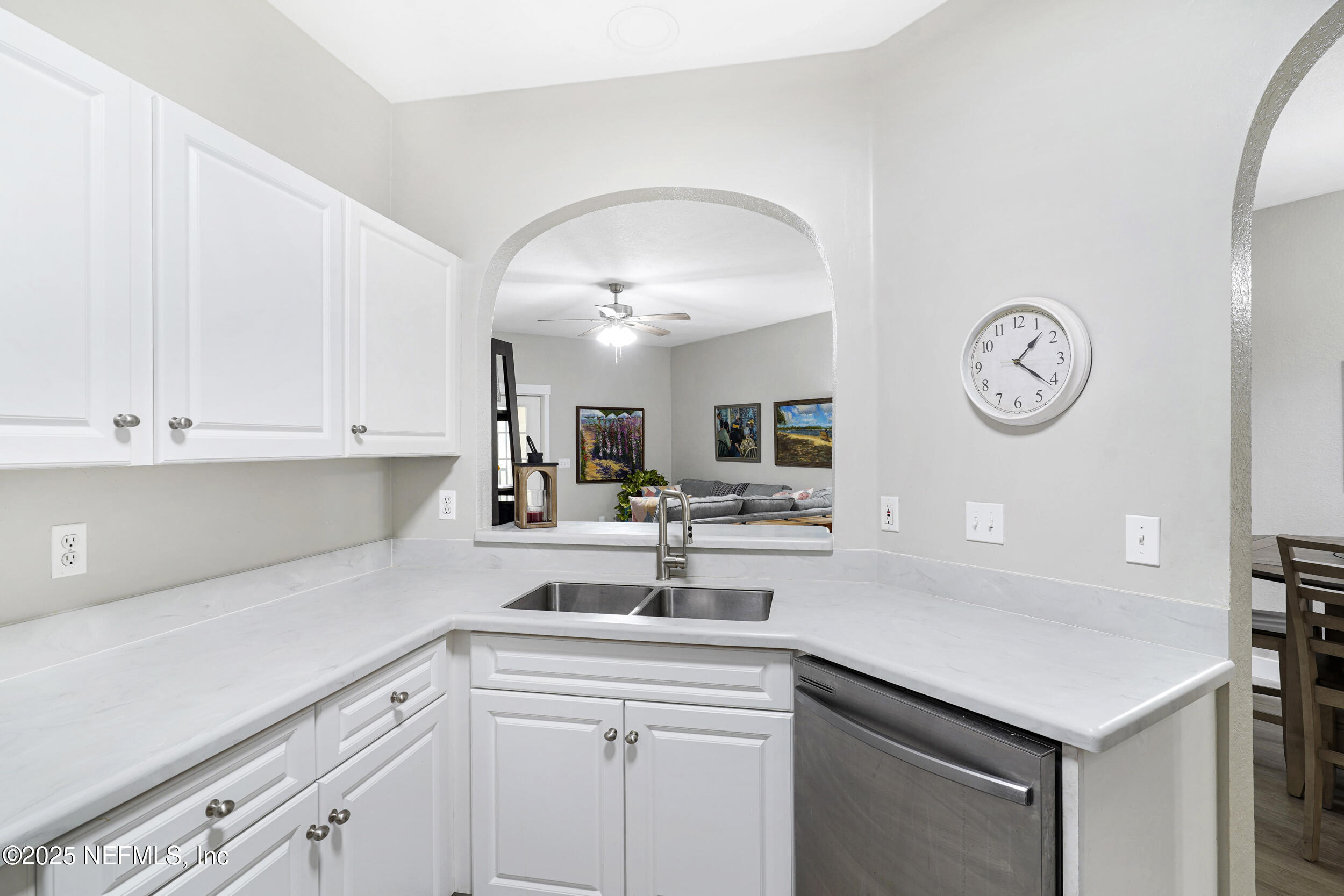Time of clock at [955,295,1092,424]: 1:21
